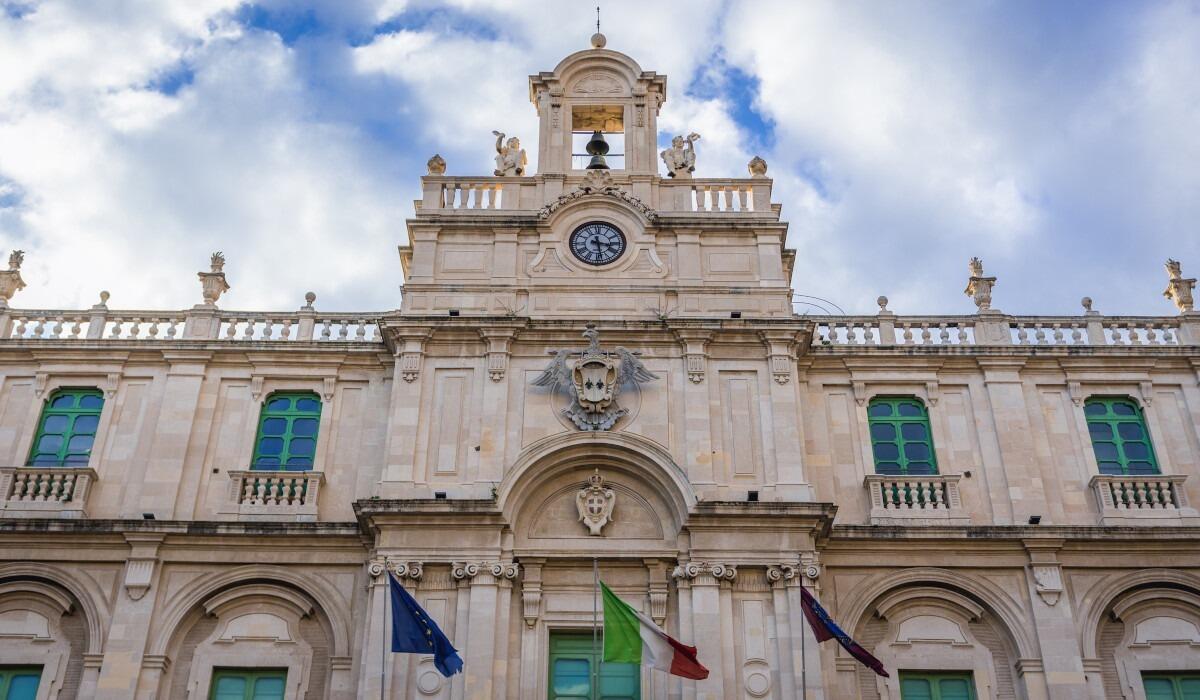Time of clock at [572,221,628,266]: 3:28
